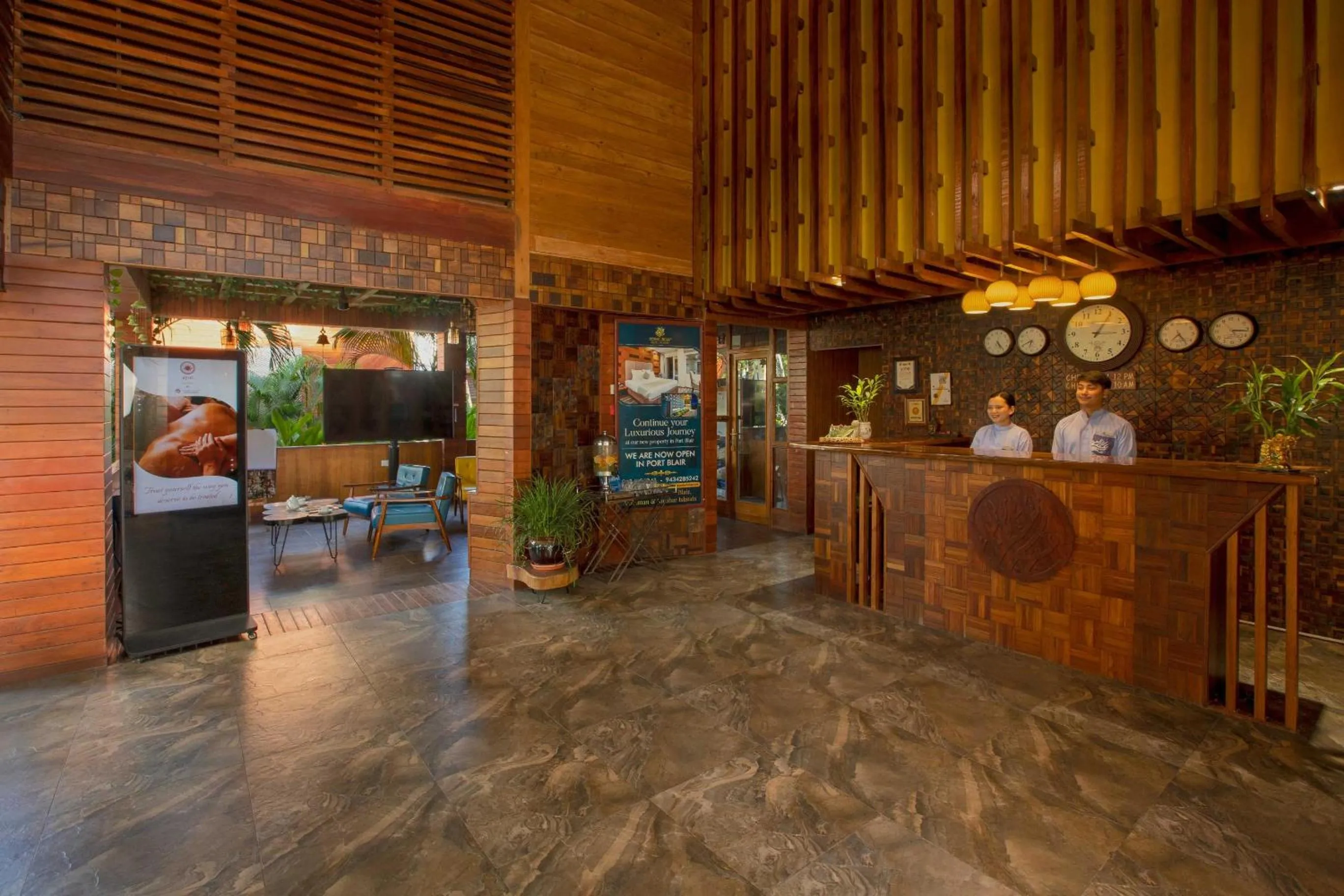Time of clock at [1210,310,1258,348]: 3:16
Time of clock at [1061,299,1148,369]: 3:05
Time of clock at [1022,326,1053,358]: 6:40
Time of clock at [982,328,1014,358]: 5:24
